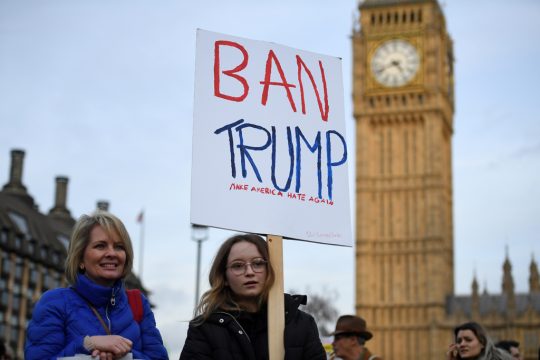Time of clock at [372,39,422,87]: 4:41
